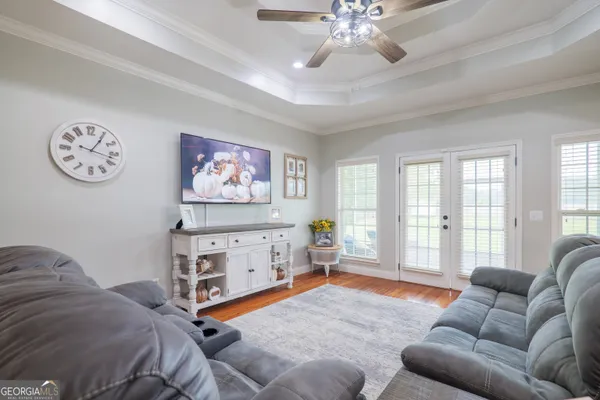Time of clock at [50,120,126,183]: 1:17
